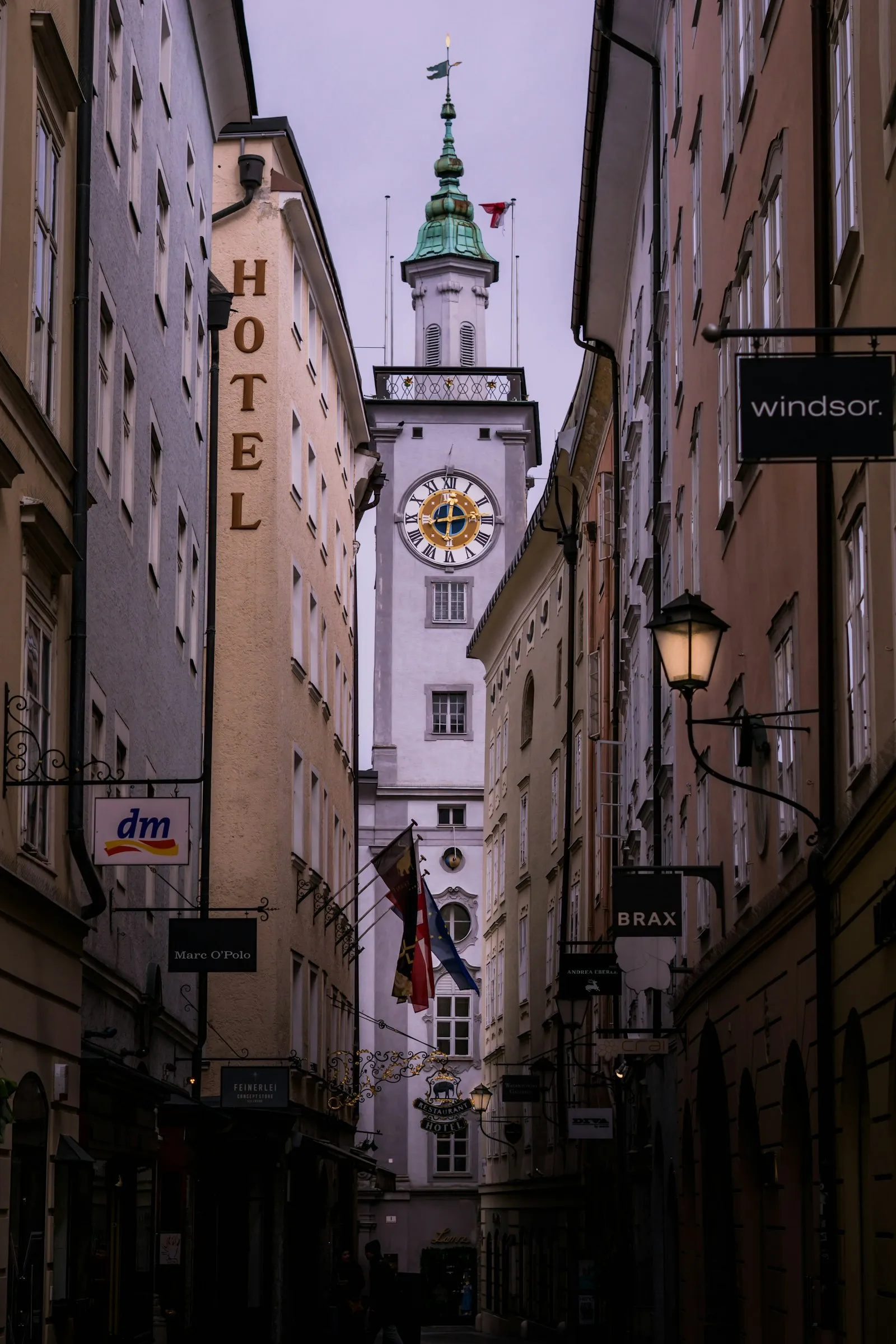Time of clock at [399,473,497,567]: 12:13
